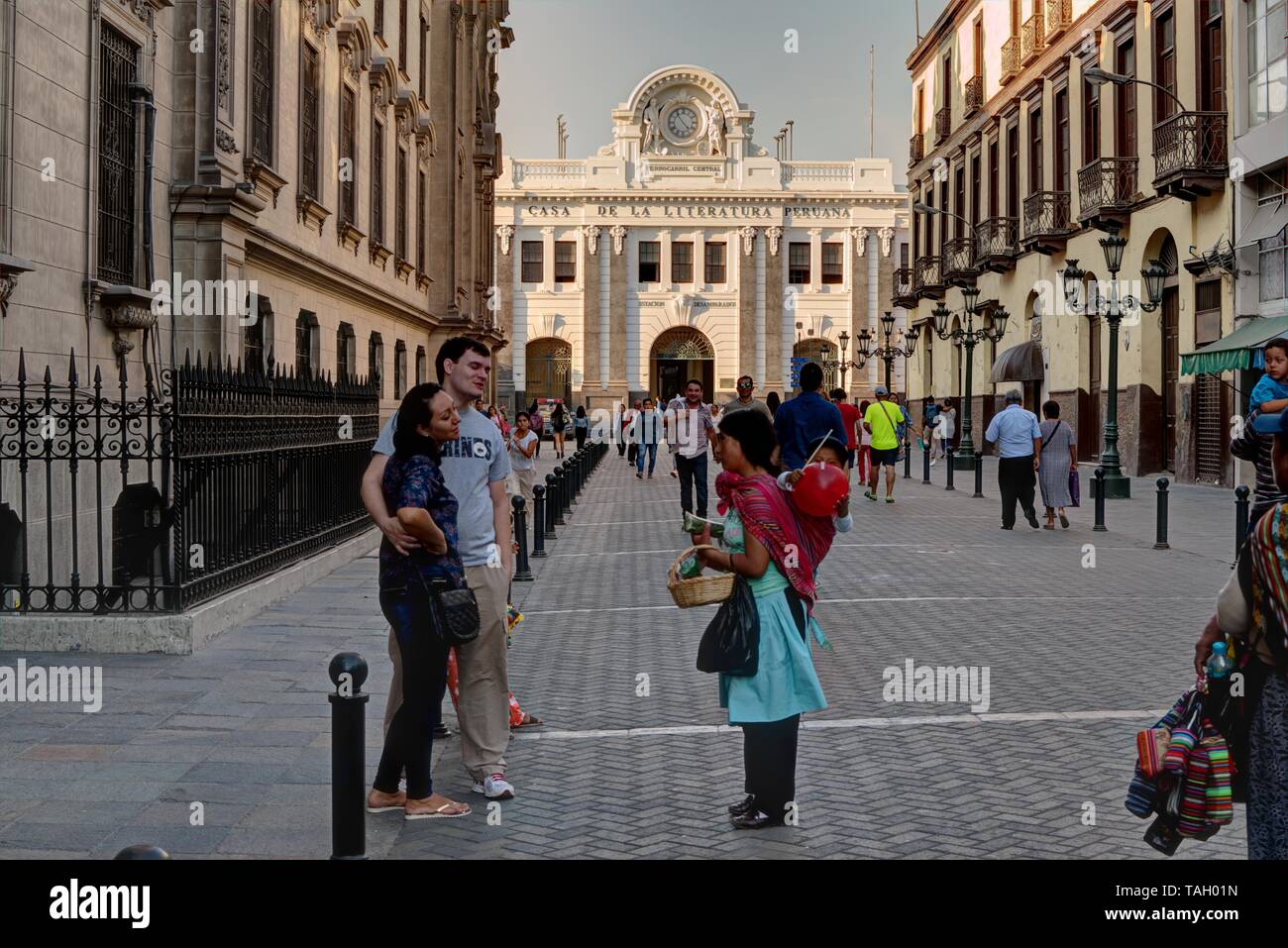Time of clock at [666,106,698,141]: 4:54
